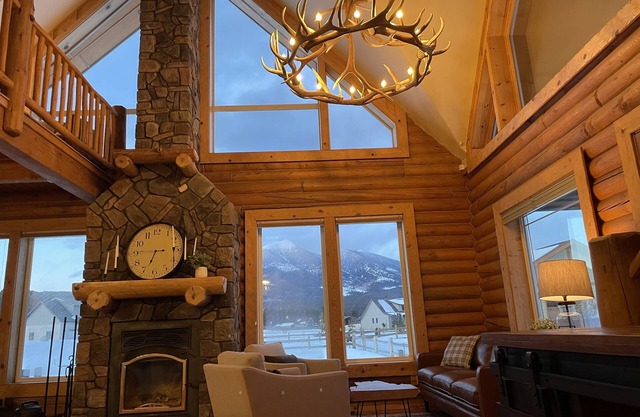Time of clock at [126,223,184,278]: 6:45
